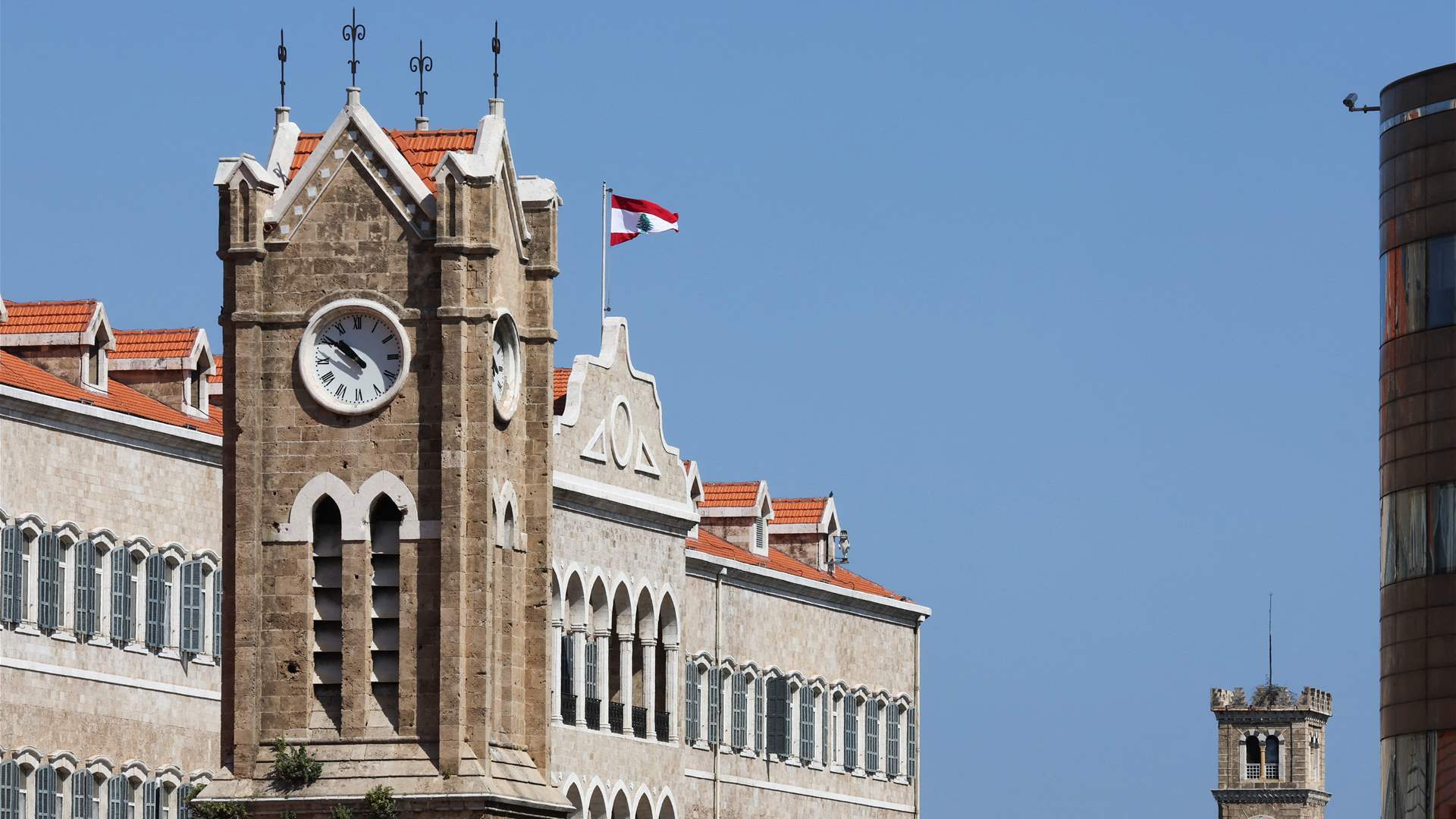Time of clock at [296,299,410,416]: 10:51
